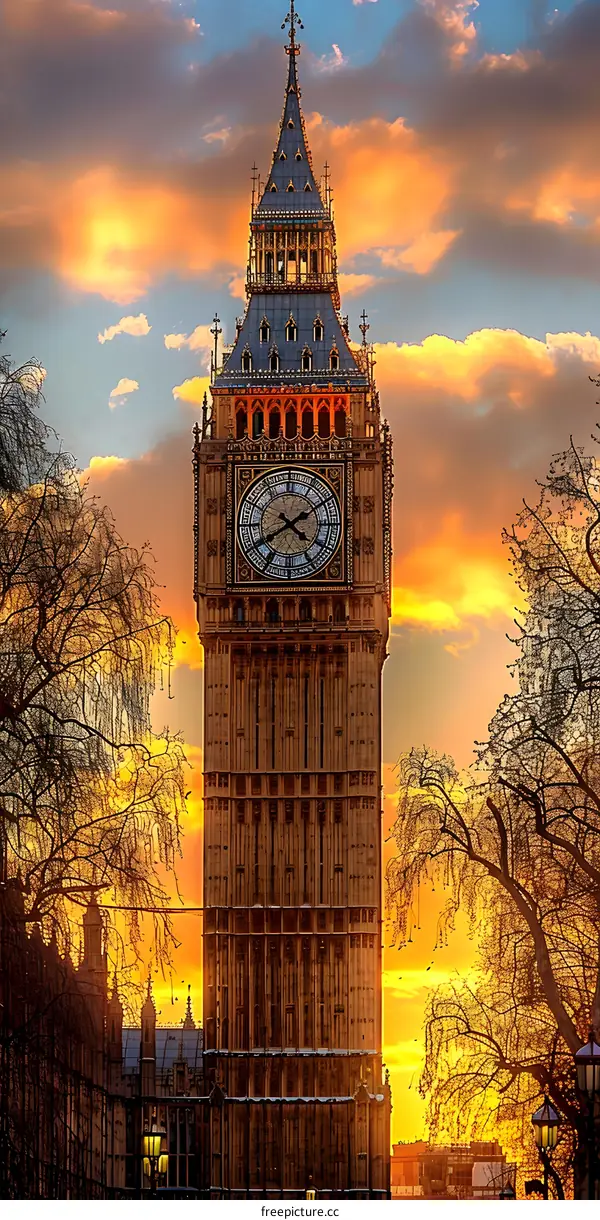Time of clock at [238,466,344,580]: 4:09
